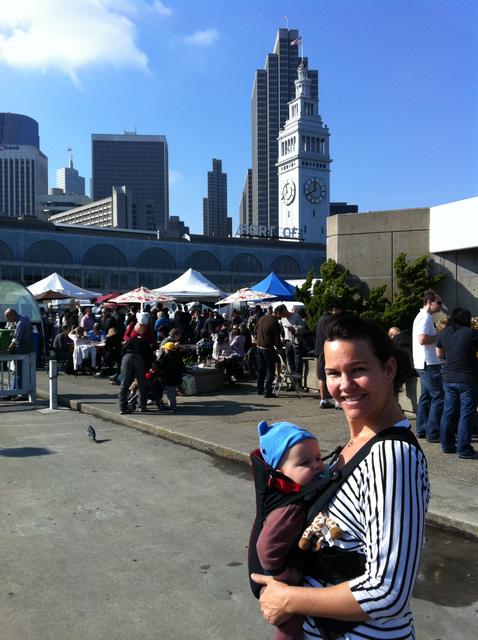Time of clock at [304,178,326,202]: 11:40
